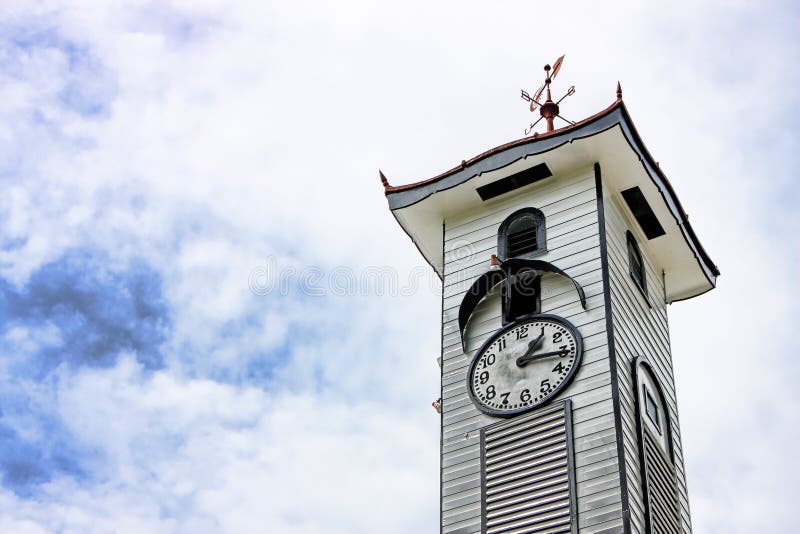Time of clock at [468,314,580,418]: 1:16
